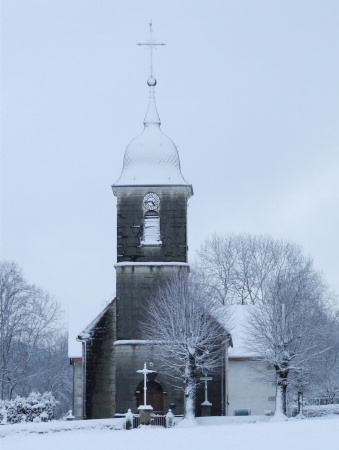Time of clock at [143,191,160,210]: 4:42
